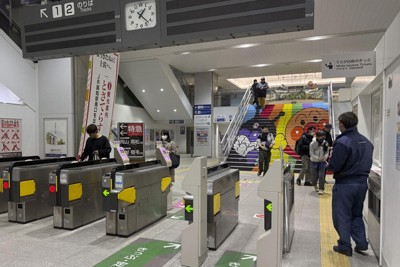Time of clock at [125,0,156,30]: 1:22
